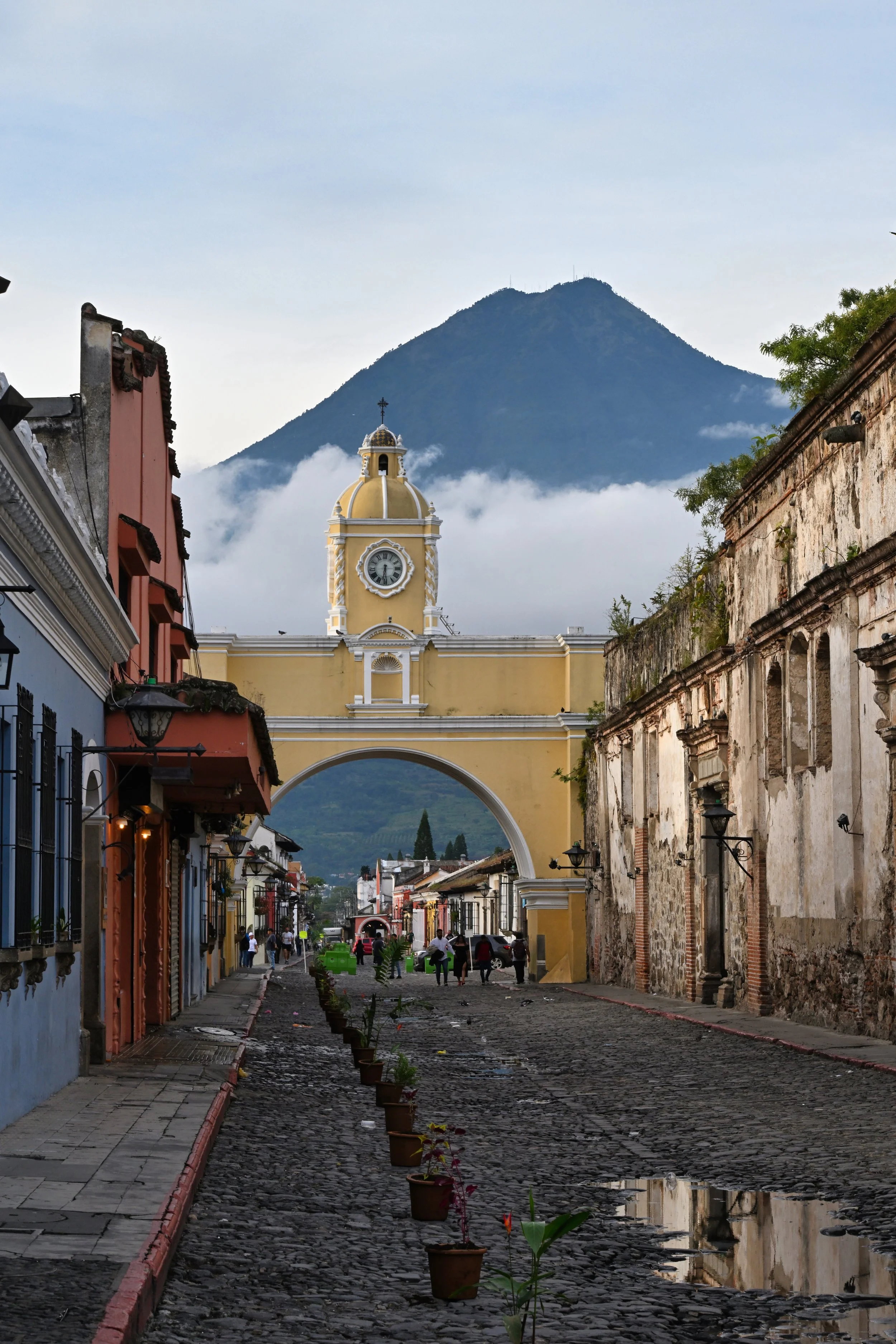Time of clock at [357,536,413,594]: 6:29
